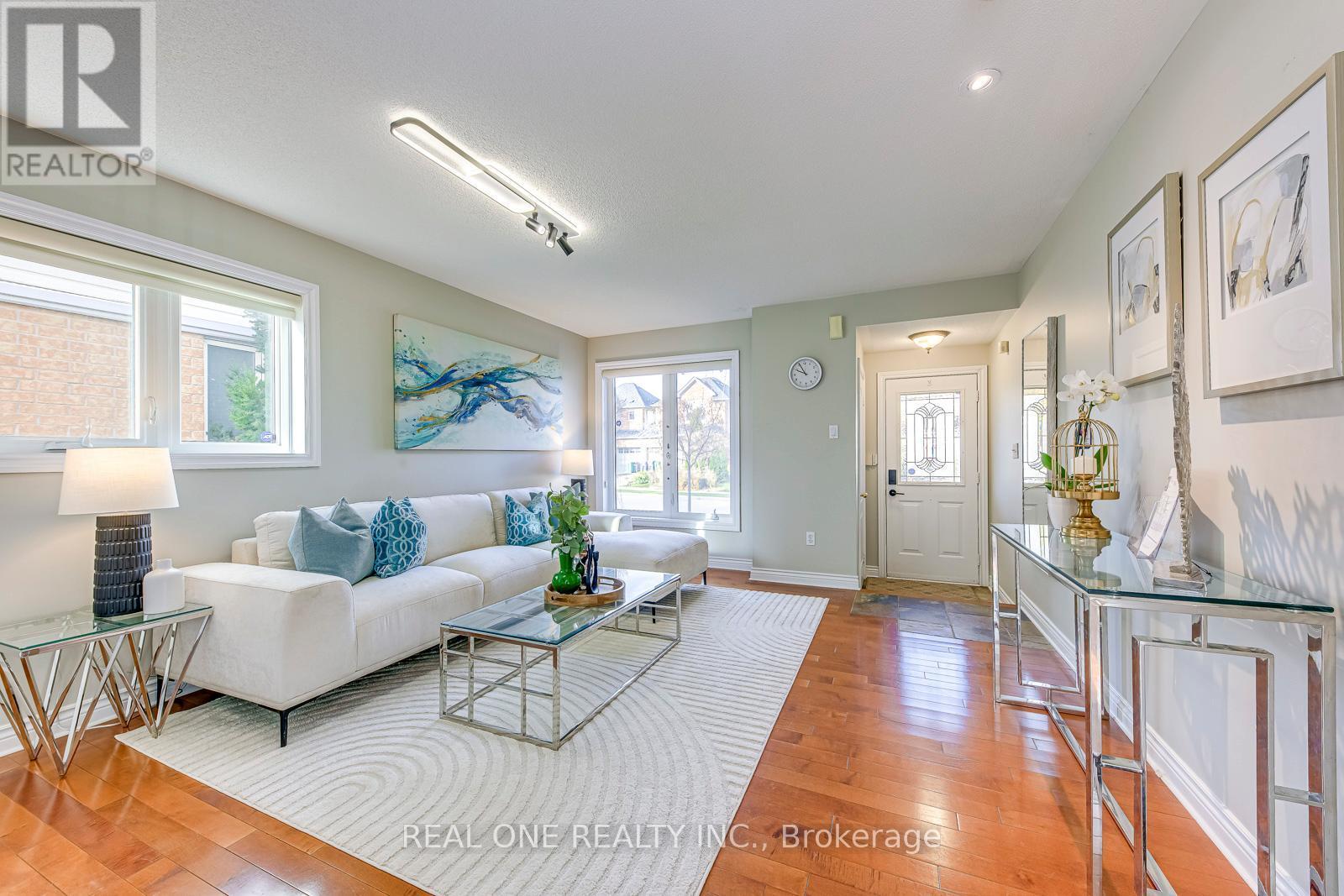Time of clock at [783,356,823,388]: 9:55
